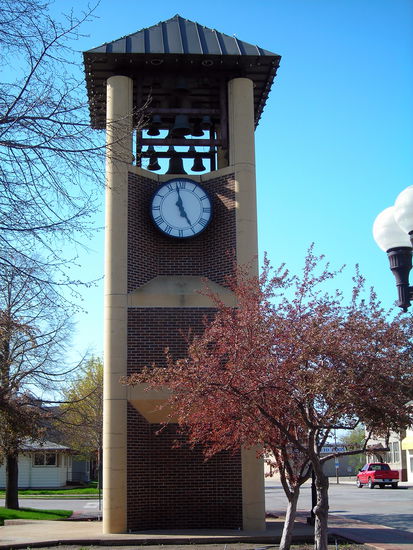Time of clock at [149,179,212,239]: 4:57
